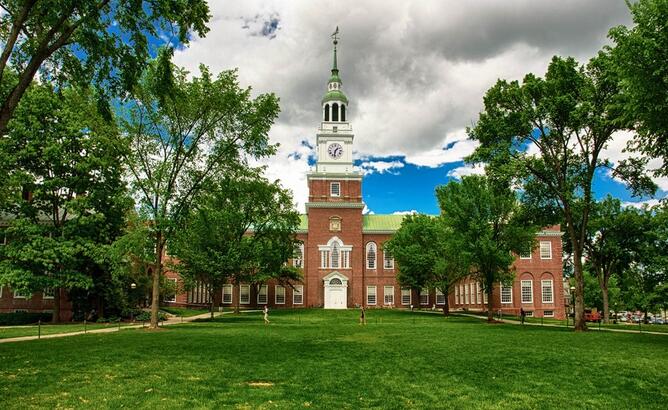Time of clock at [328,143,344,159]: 1:32
